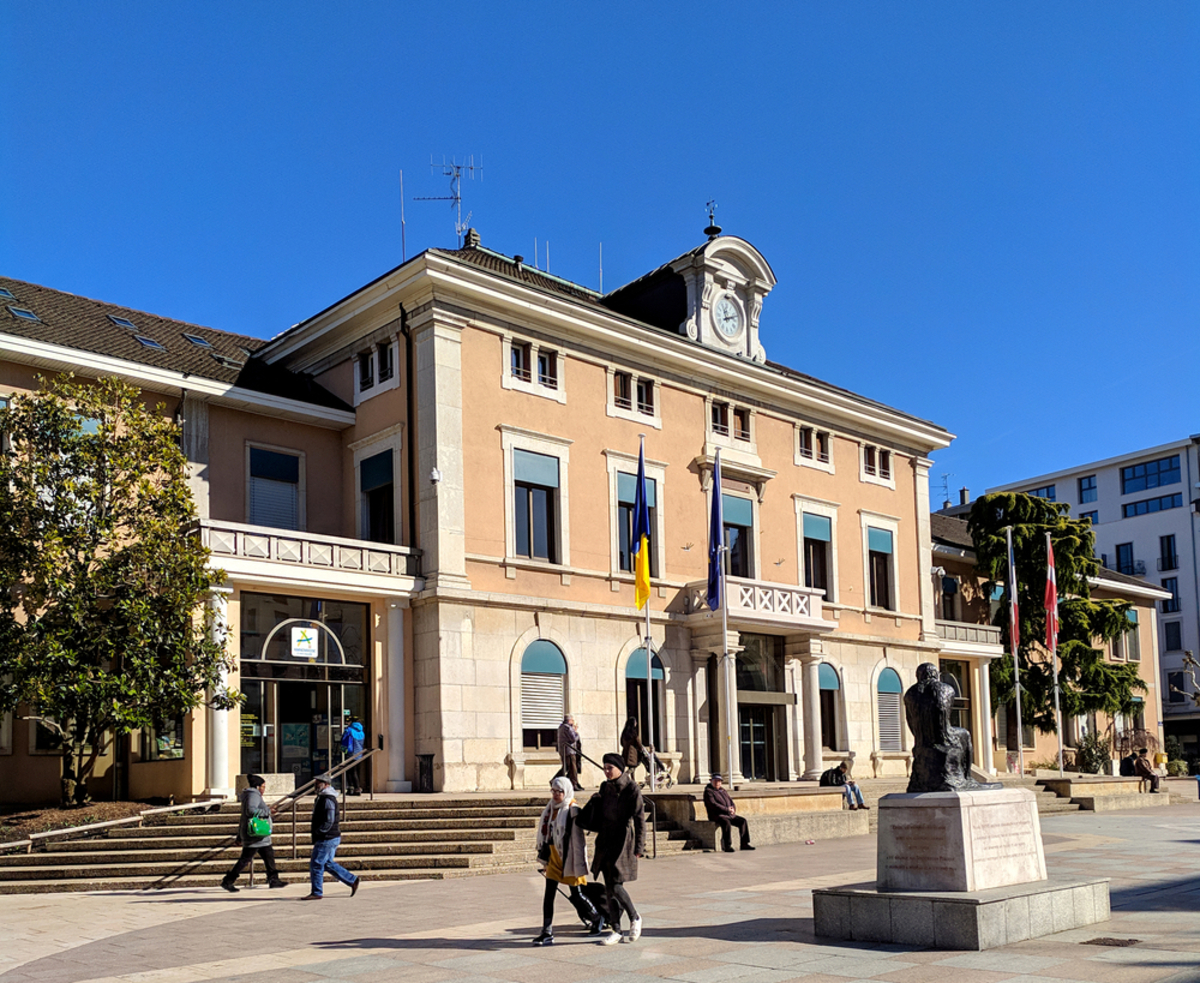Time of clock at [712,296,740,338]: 11:11
